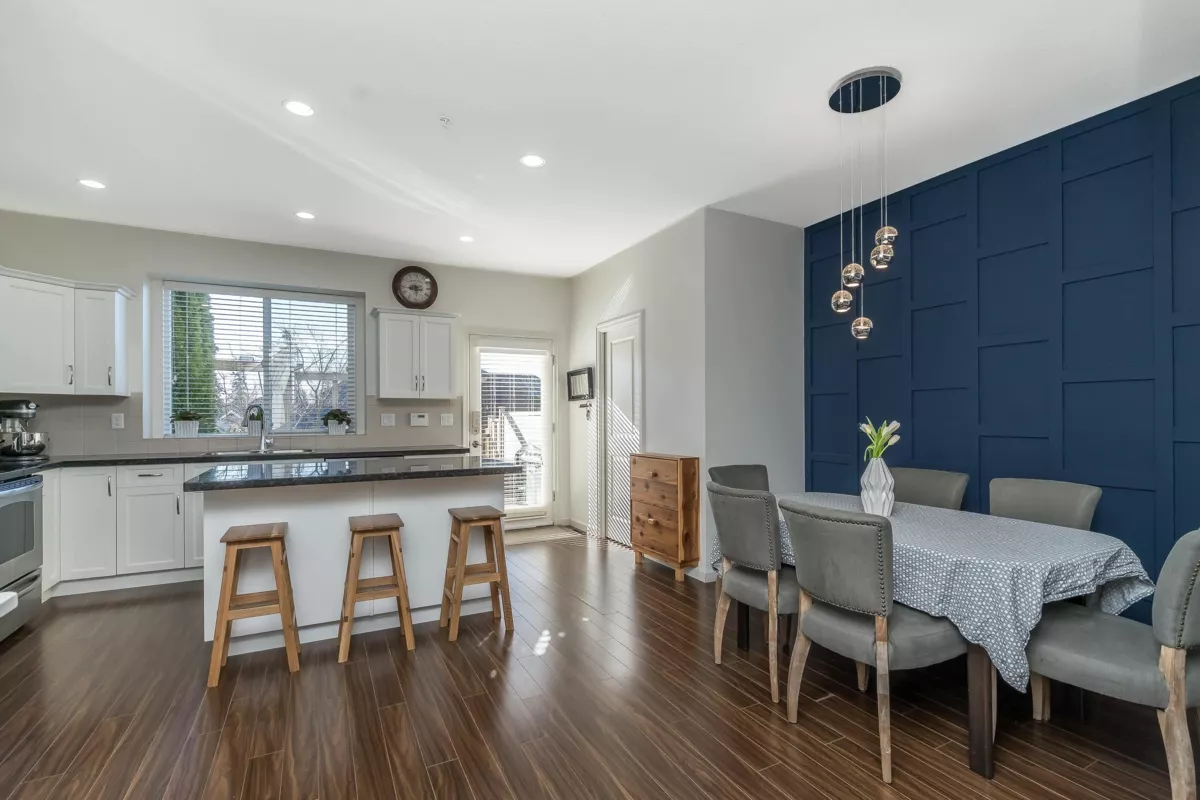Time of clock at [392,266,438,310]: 8:28
